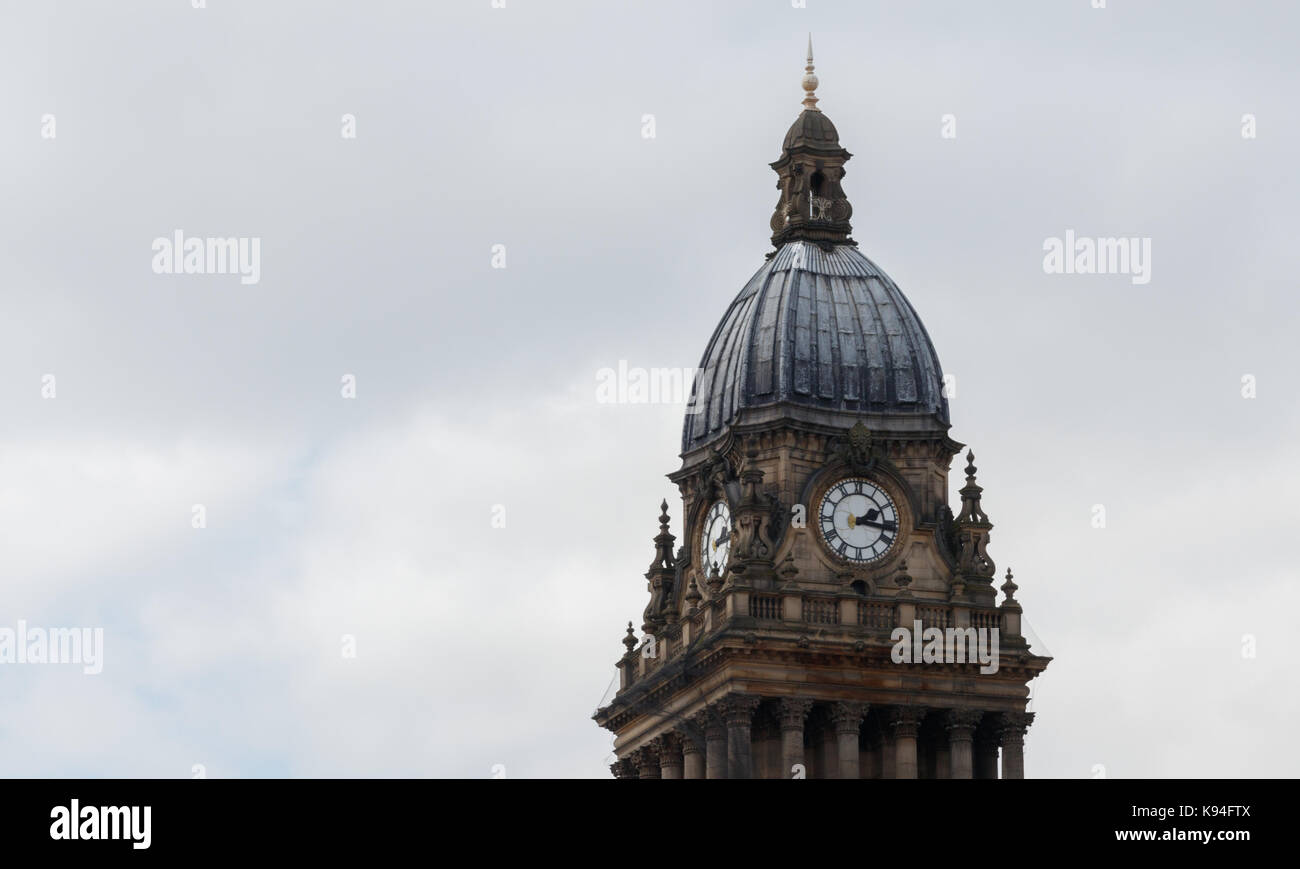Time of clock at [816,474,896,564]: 2:16
